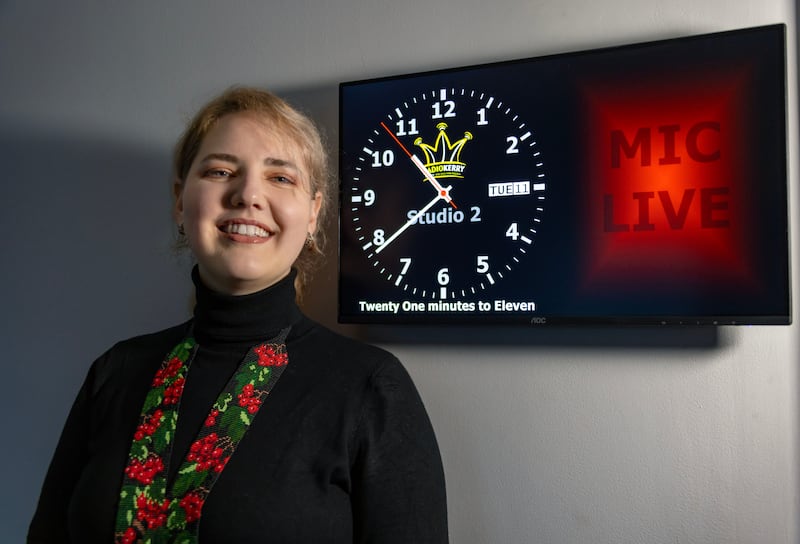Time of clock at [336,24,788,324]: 10:38
